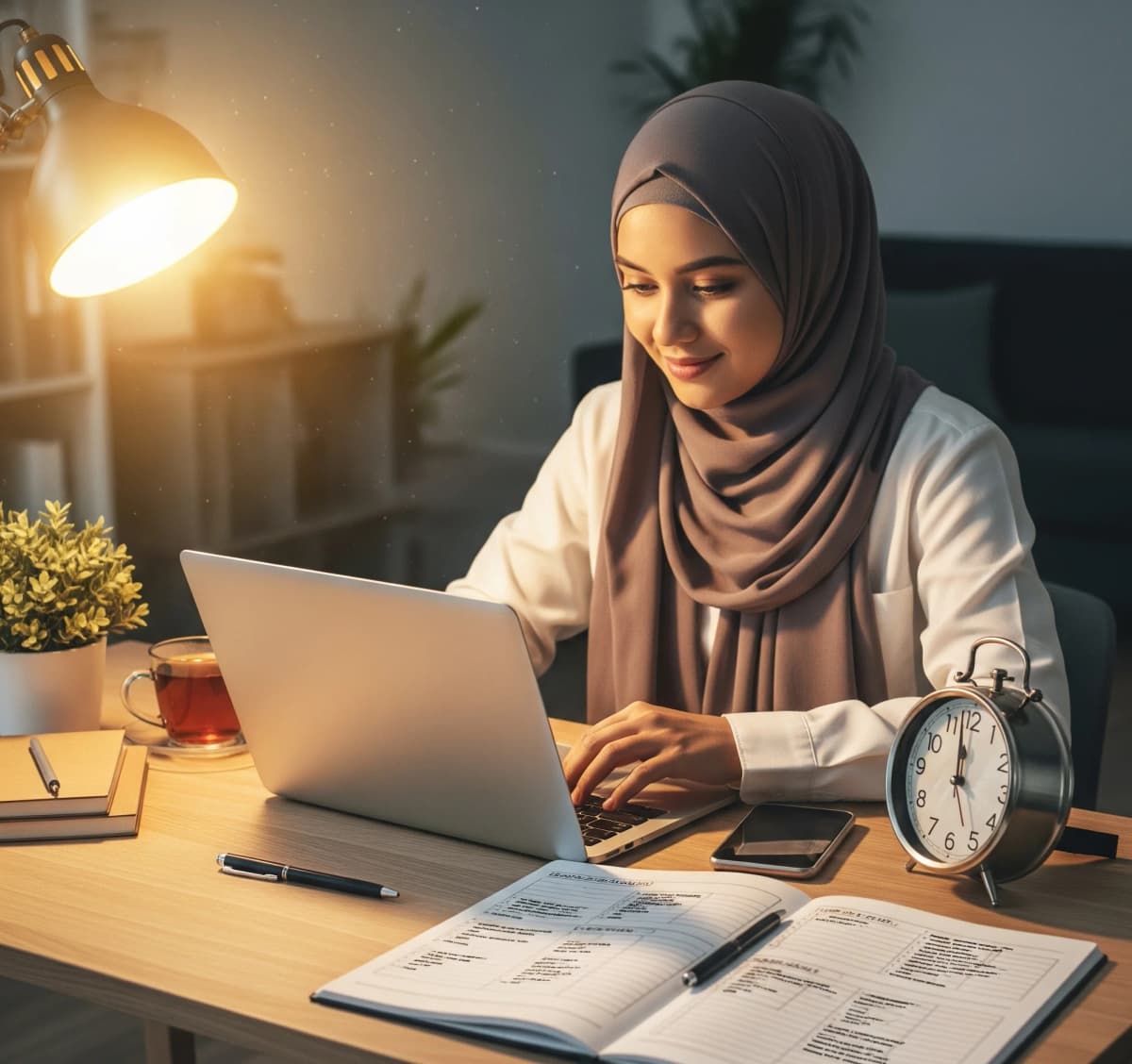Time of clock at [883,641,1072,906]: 11:58
